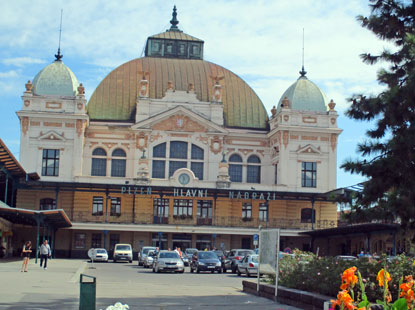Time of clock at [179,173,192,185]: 11:32
